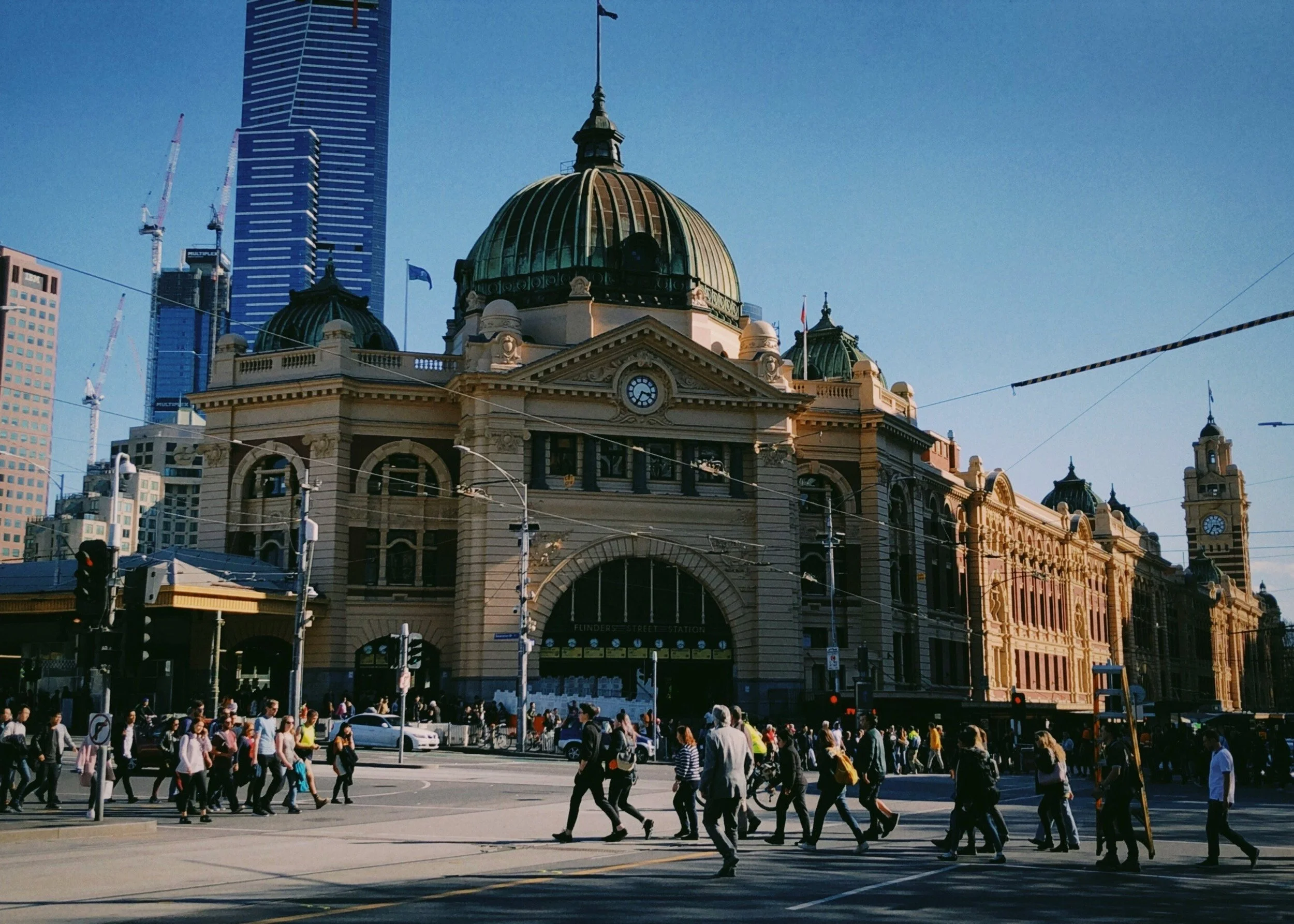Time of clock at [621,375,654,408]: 3:34
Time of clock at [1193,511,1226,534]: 3:35
